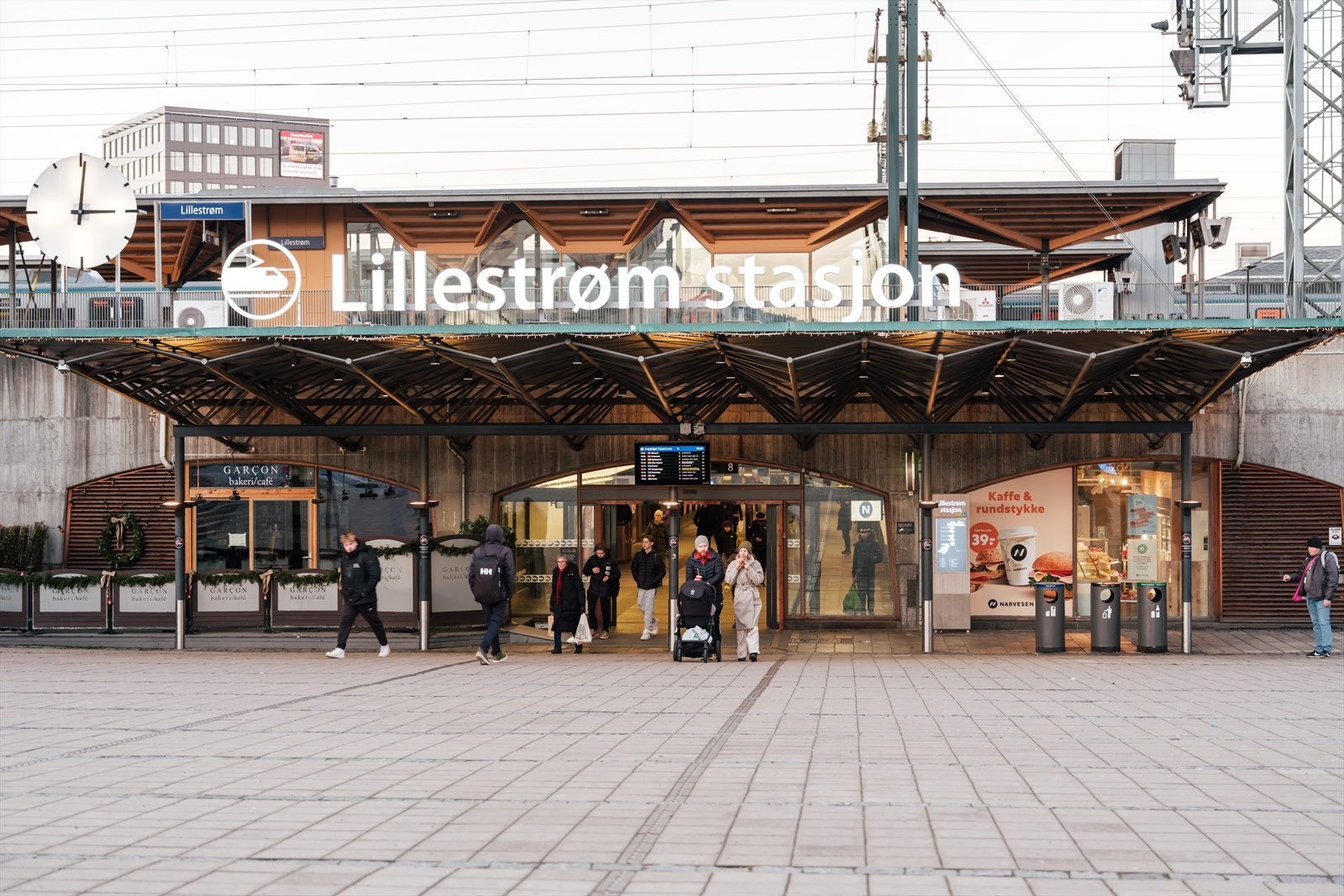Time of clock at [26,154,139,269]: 3:00
